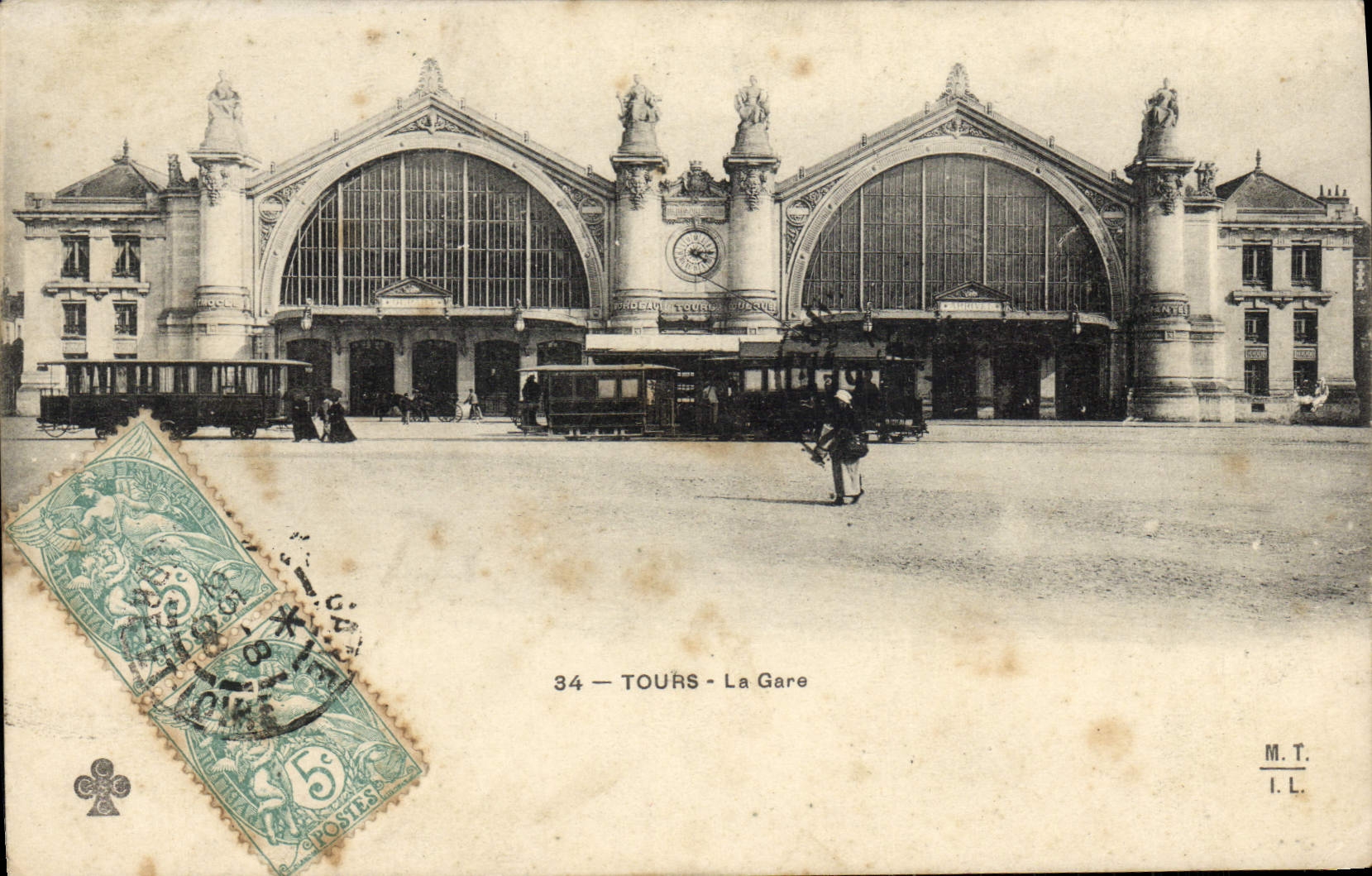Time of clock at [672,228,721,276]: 4:14
